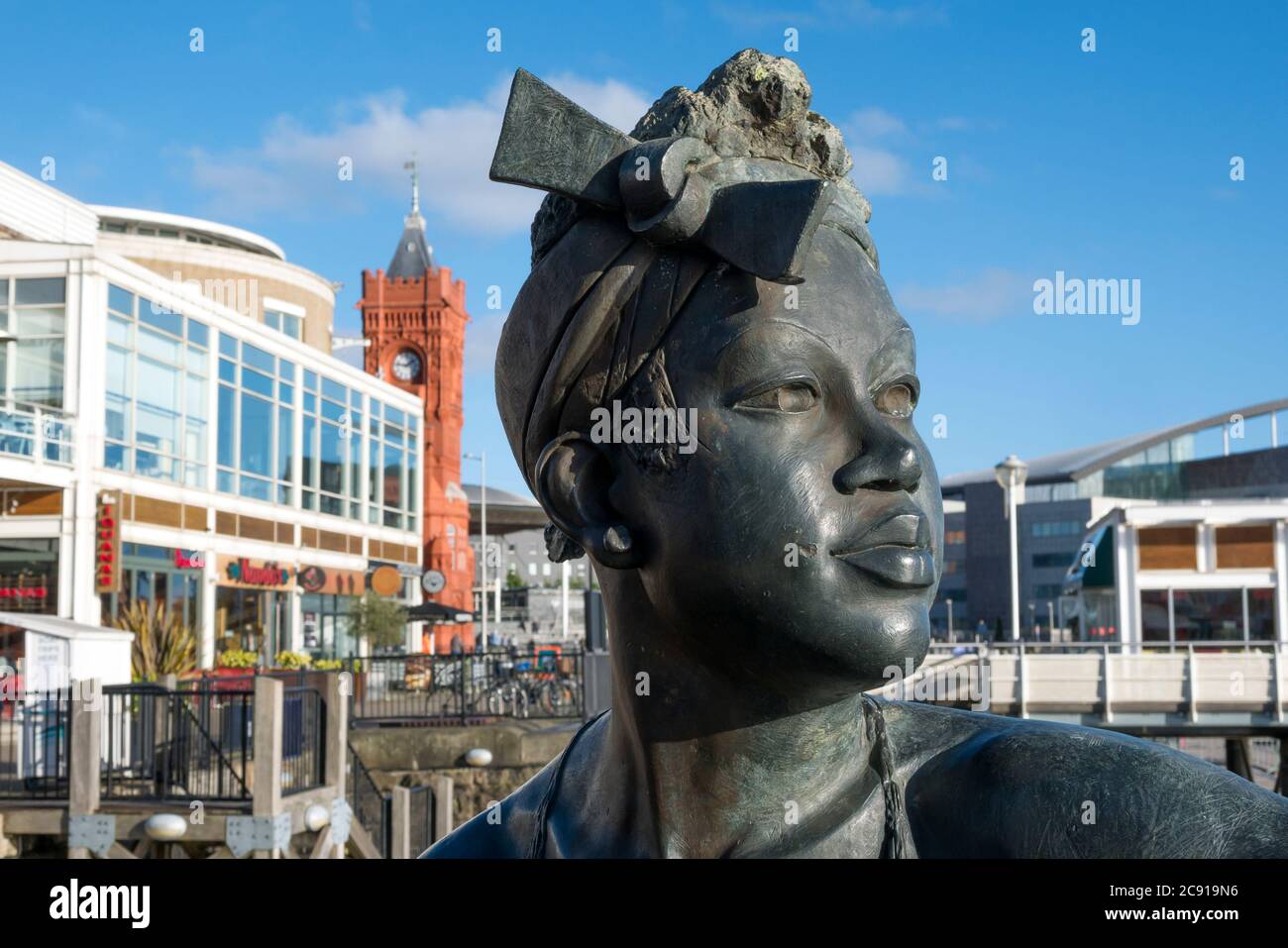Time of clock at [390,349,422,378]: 1:46
